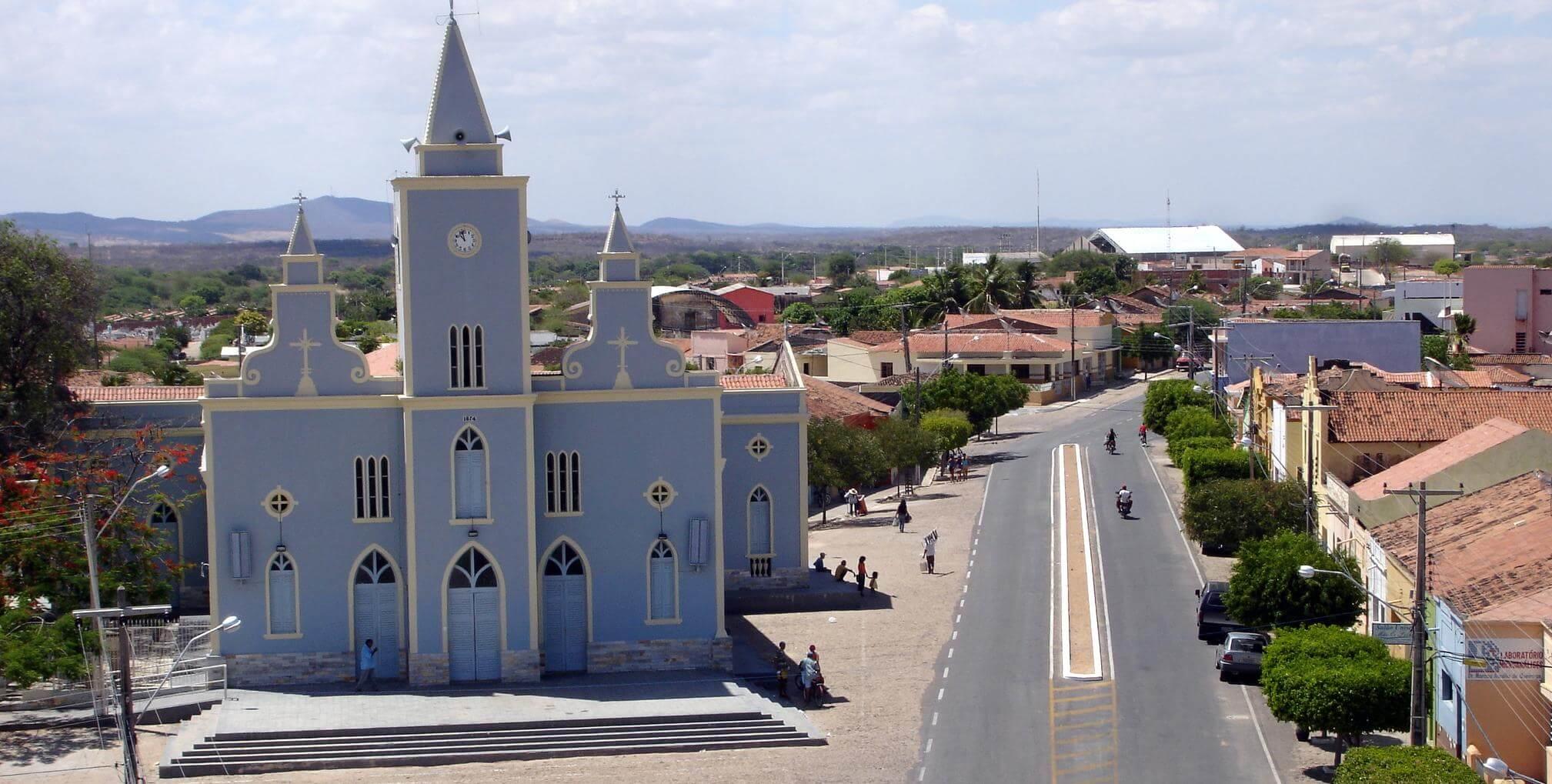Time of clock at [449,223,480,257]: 10:58
